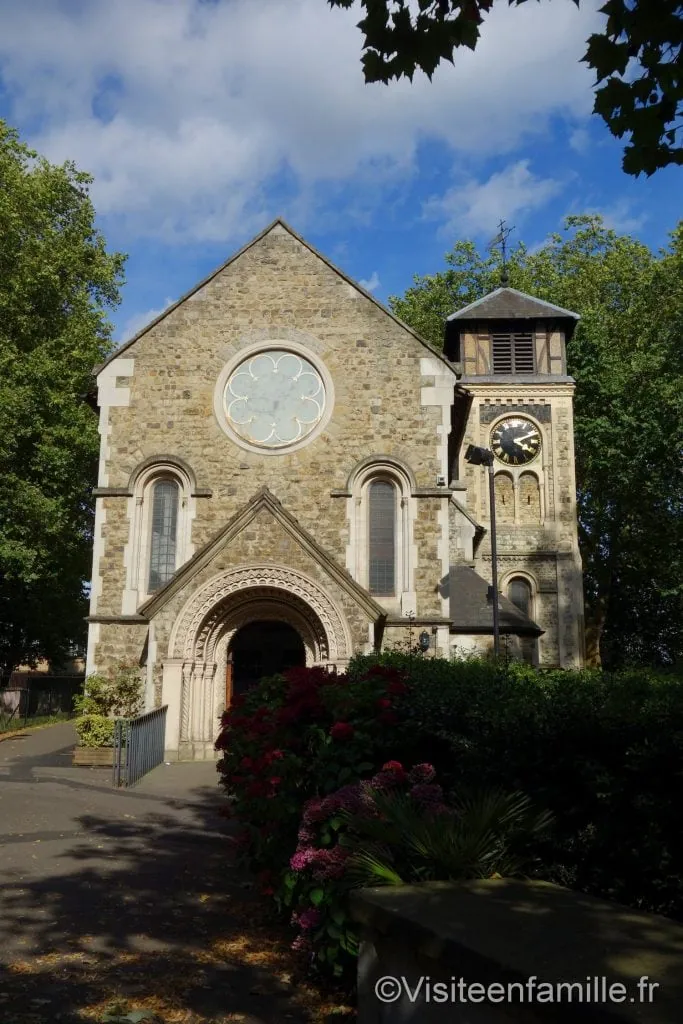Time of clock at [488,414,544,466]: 4:10
